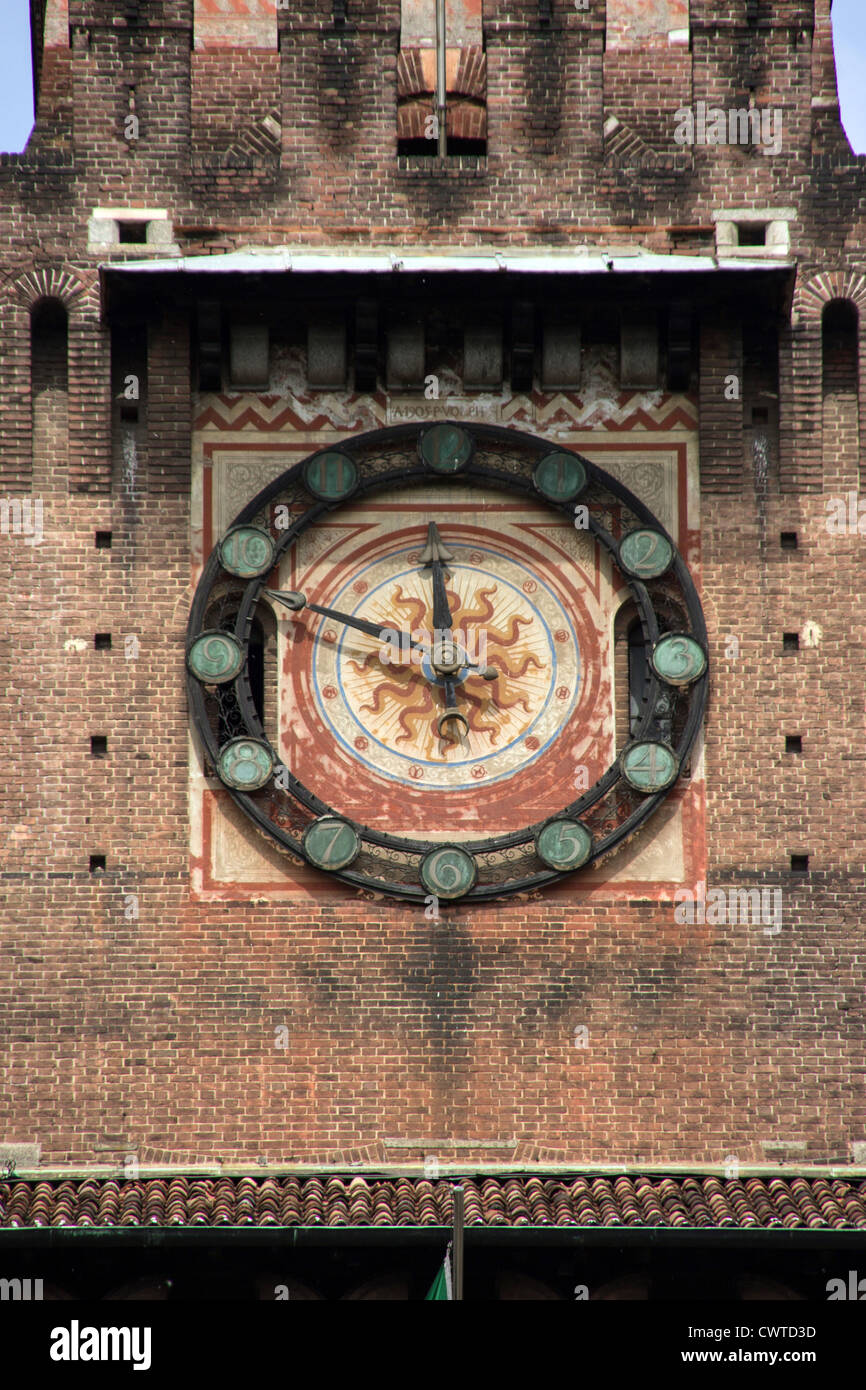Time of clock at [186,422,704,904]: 11:48
